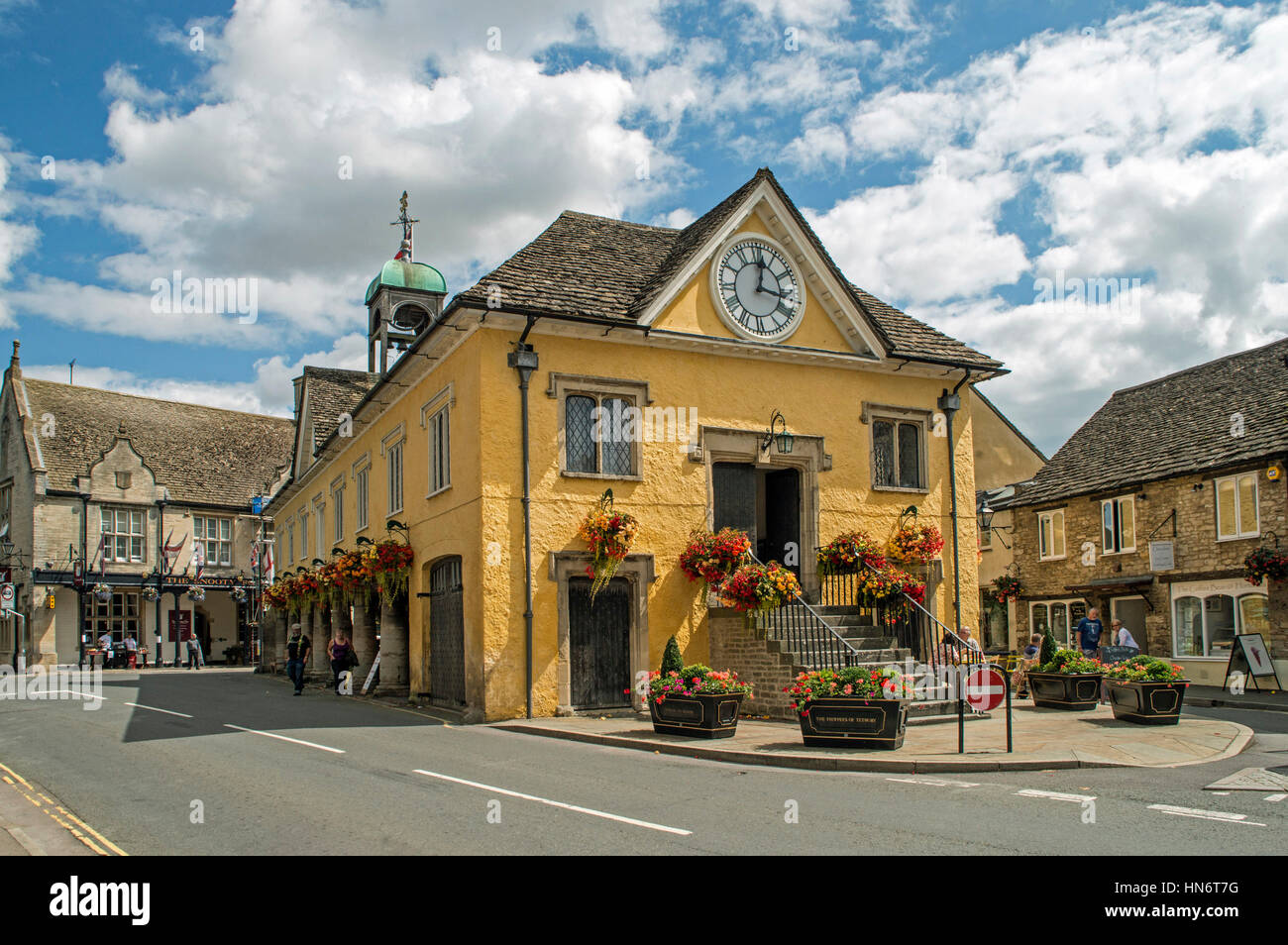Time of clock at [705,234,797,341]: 12:16
